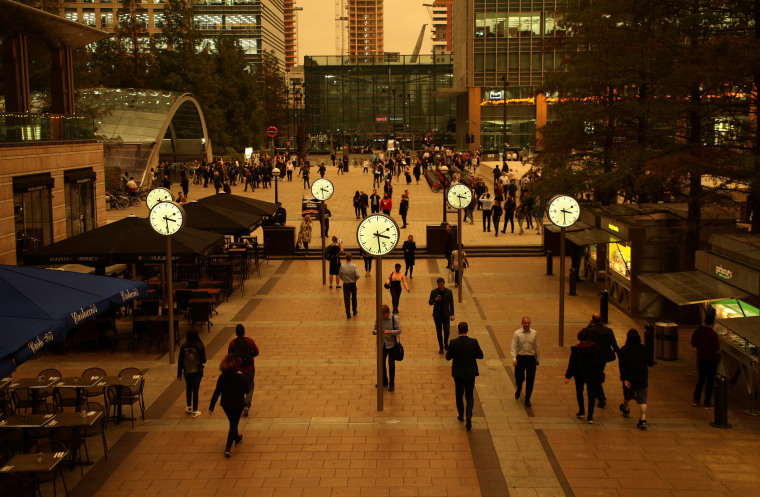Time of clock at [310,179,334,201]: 3:29
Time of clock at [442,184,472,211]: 3:28
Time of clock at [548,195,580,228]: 3:29
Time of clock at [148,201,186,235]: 3:29
